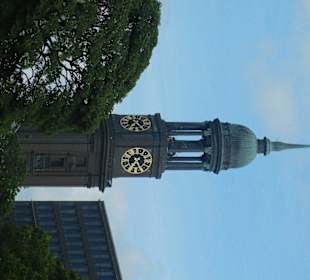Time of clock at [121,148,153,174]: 7:25
